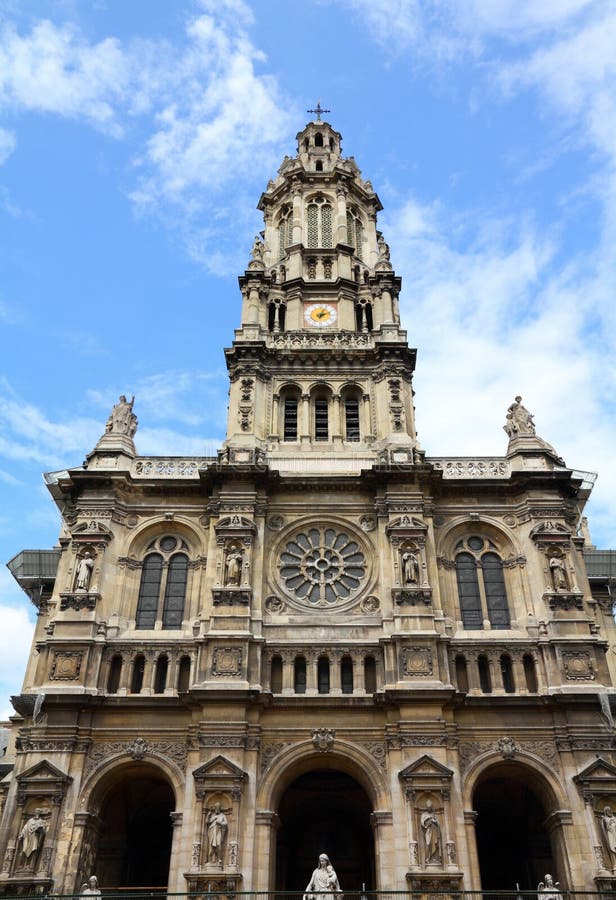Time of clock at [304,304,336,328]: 2:03
